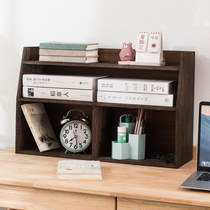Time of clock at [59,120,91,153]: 7:28
